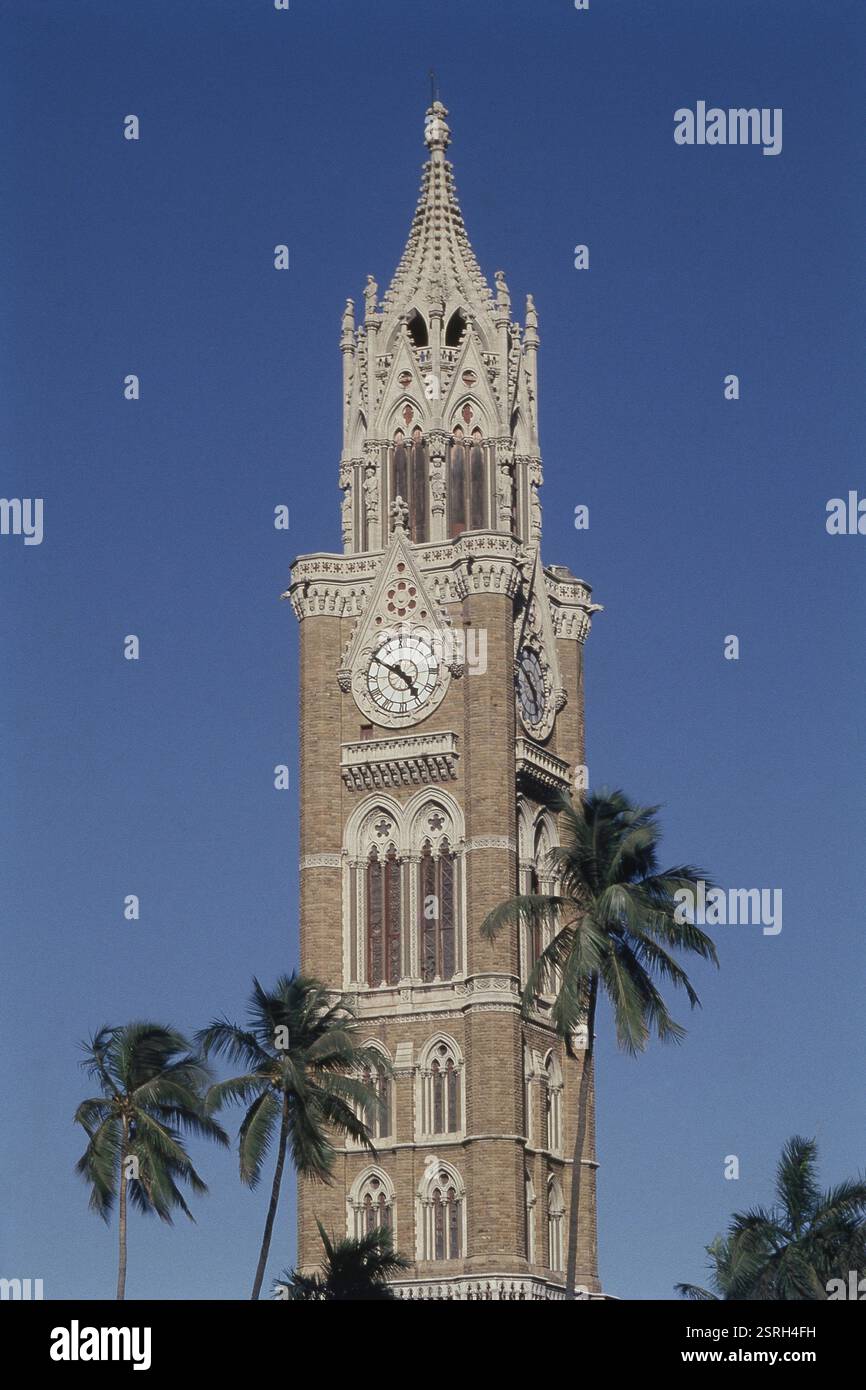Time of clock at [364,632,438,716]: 4:50
